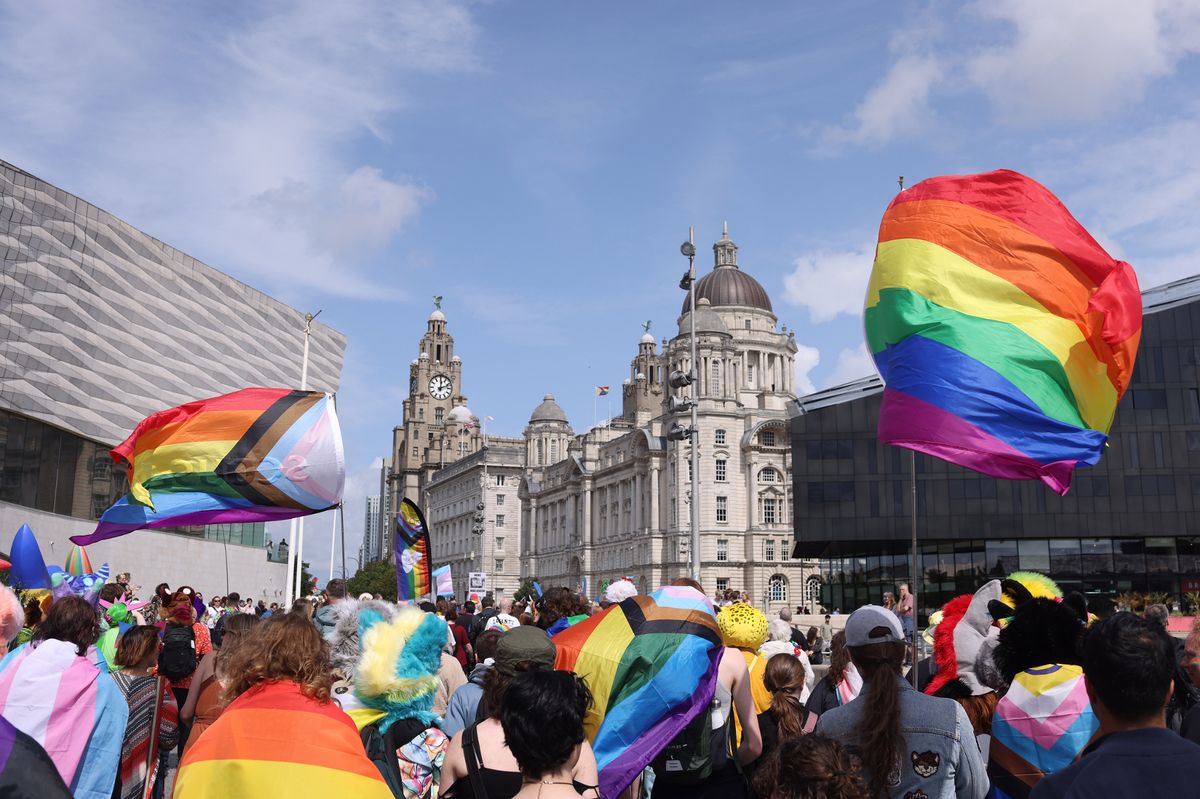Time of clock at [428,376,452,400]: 12:11
